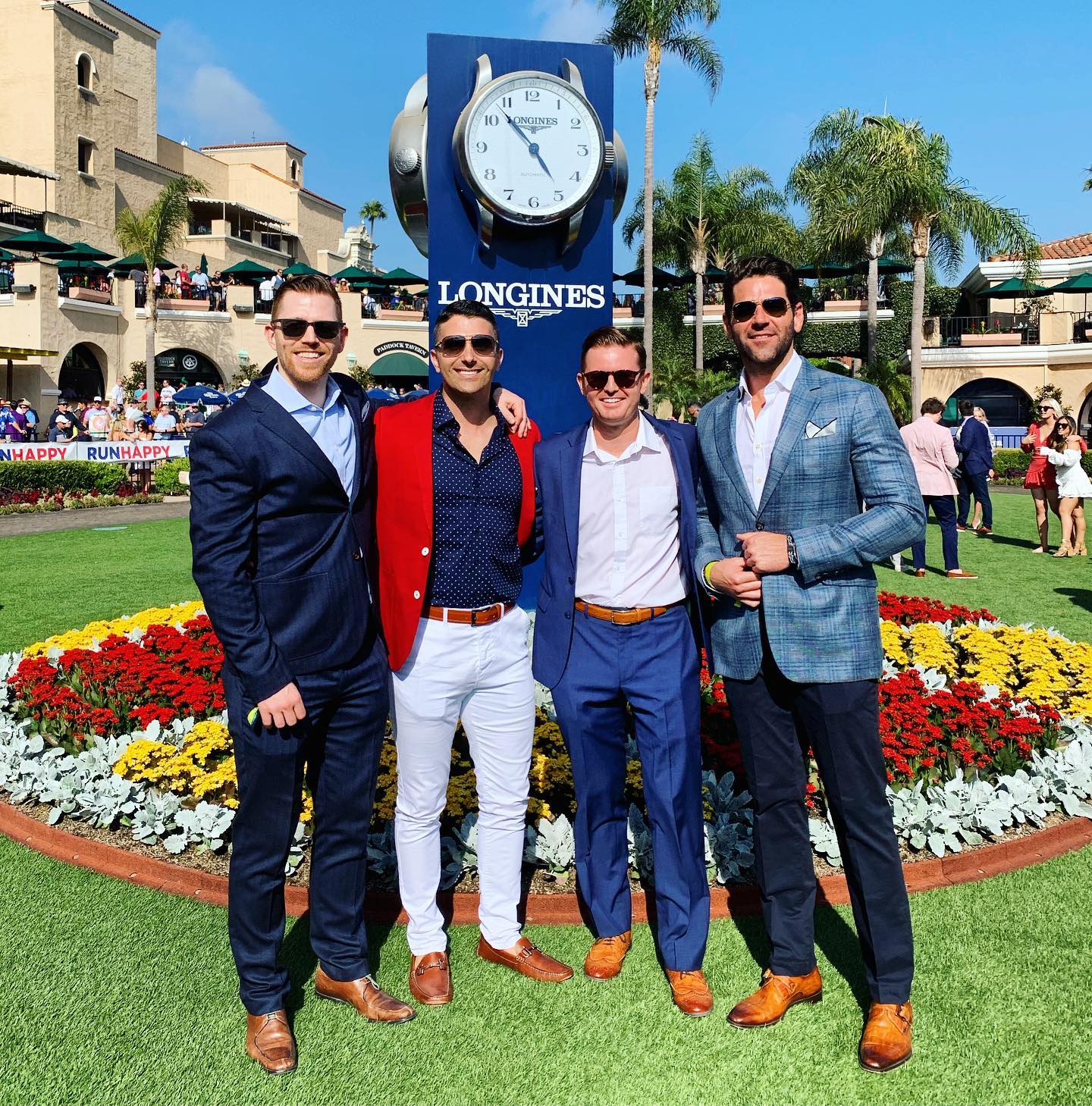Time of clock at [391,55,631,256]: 4:53
